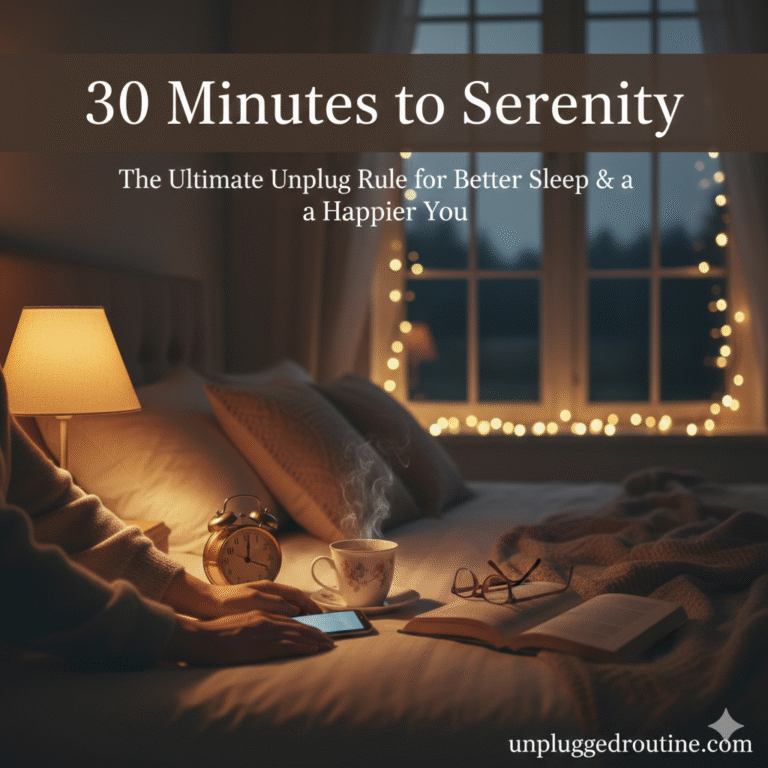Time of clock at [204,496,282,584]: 12:19
